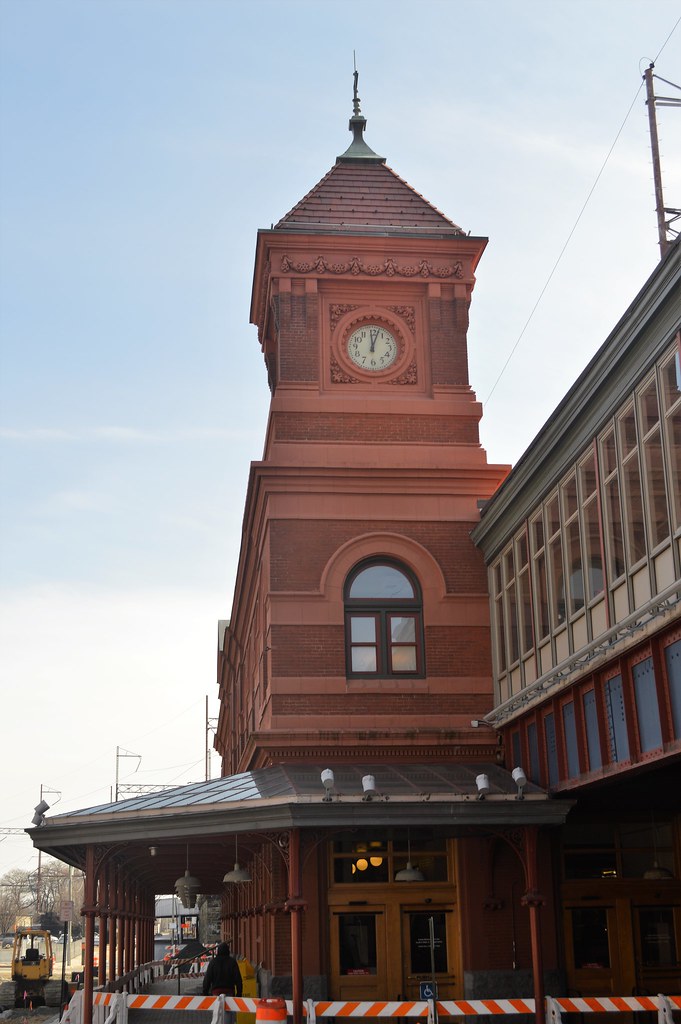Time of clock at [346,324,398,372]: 12:03
